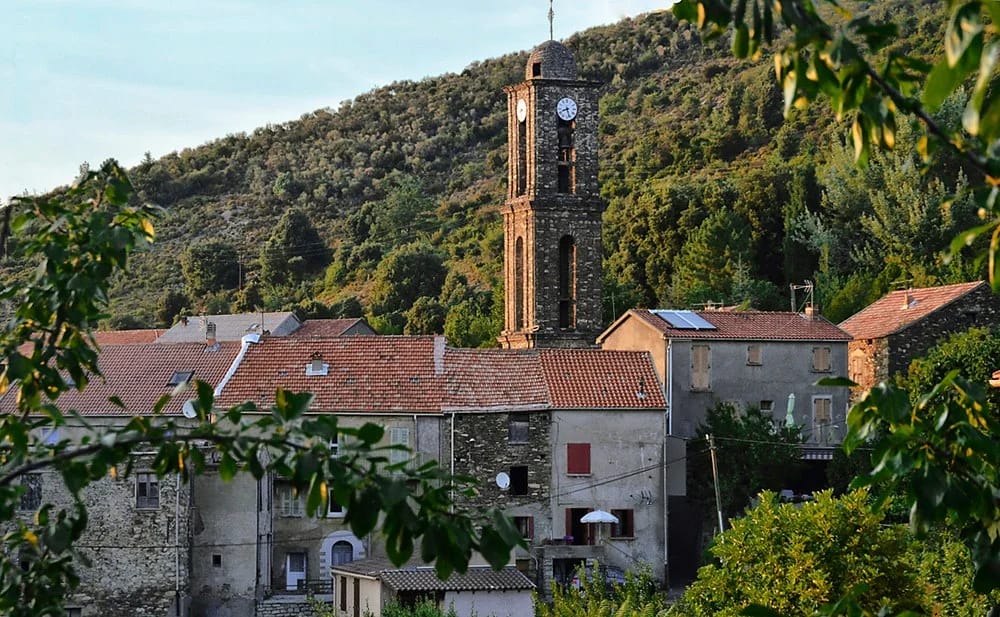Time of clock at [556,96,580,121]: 8:27
